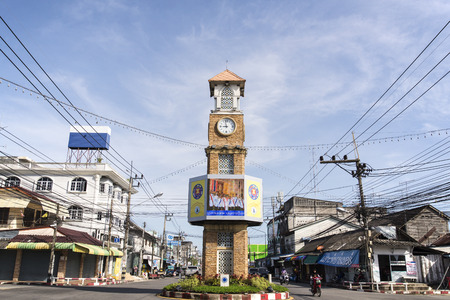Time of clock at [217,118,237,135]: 8:58
